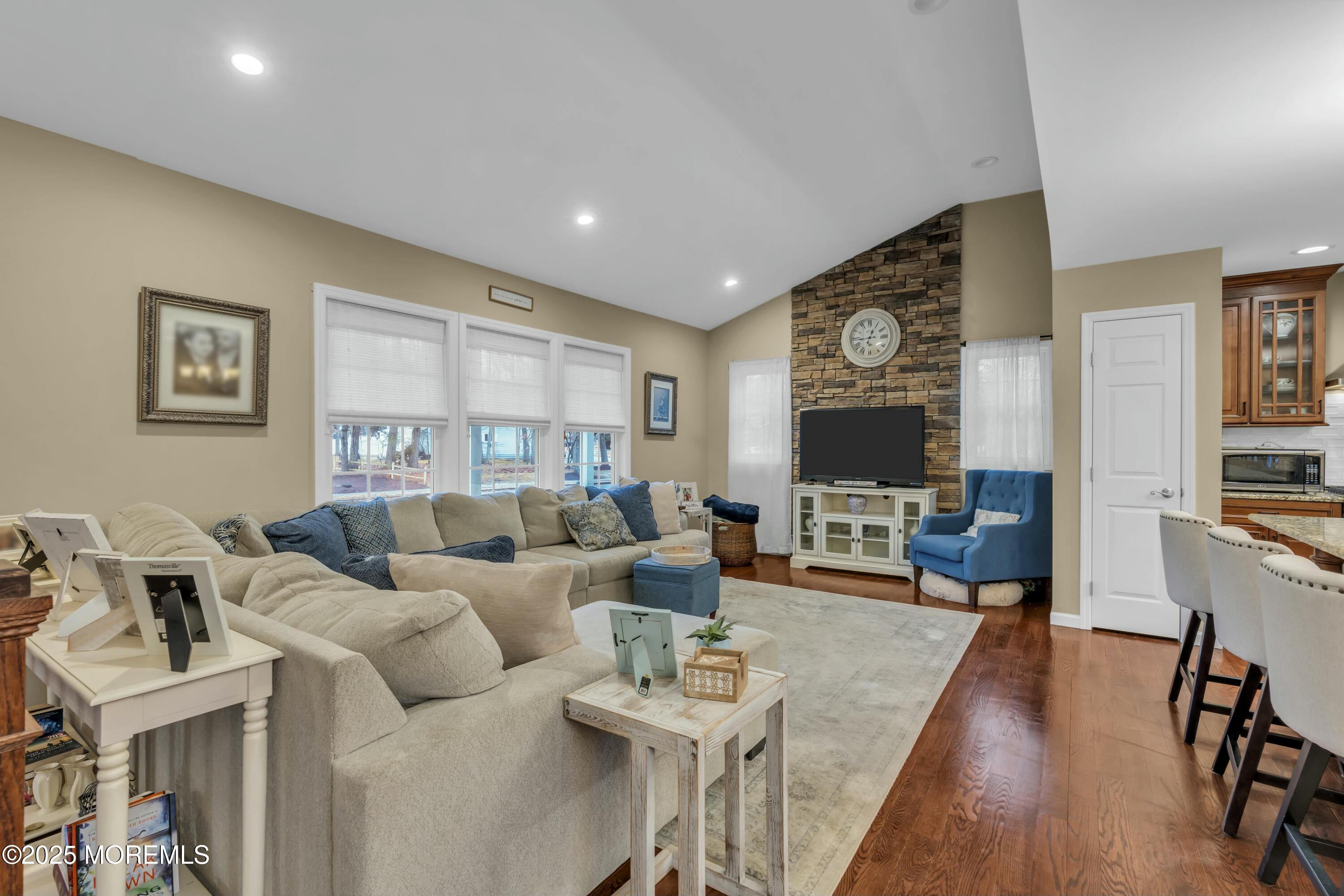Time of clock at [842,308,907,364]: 12:44
